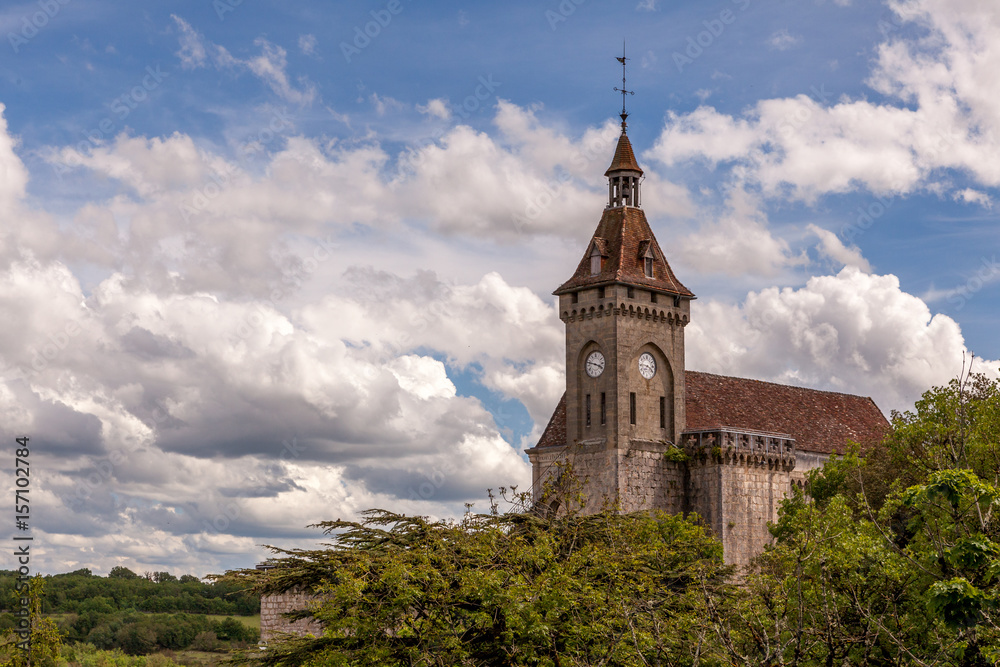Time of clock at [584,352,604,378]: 3:47
